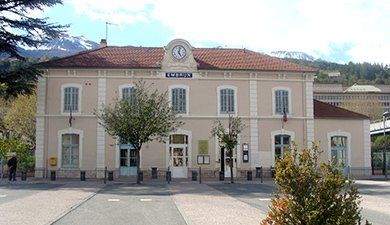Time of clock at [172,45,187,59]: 5:02
